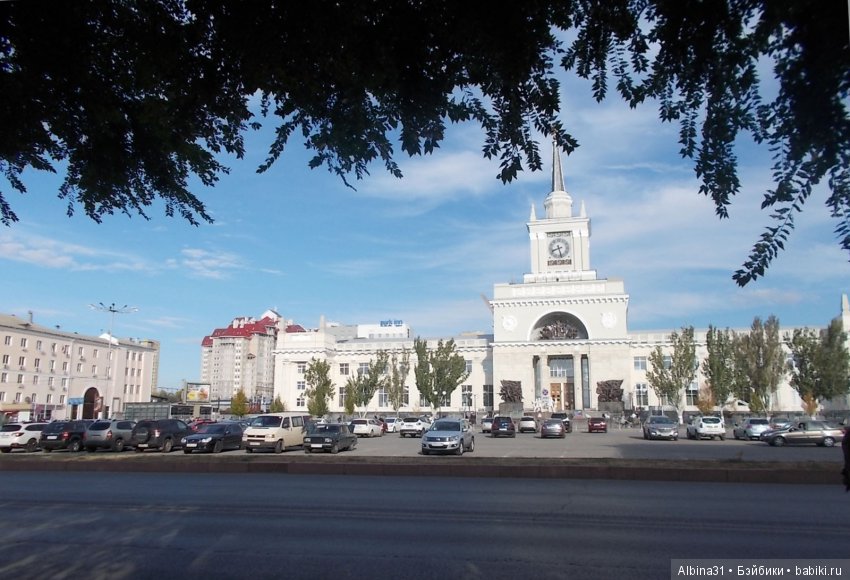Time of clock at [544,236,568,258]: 8:27
